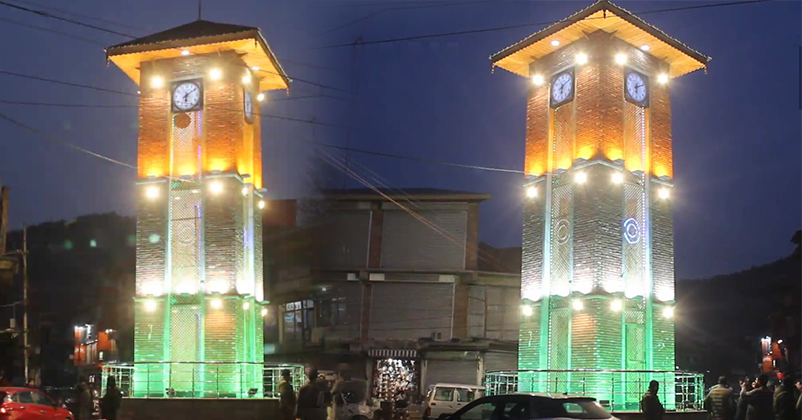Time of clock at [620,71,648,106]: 6:10
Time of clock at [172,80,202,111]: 6:08
